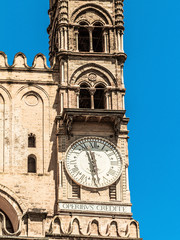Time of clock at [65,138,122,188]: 11:28
